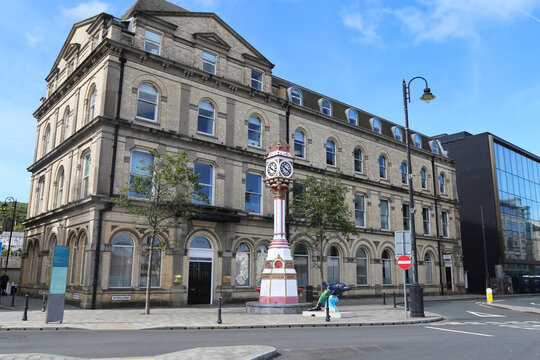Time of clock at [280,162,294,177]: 10:20
